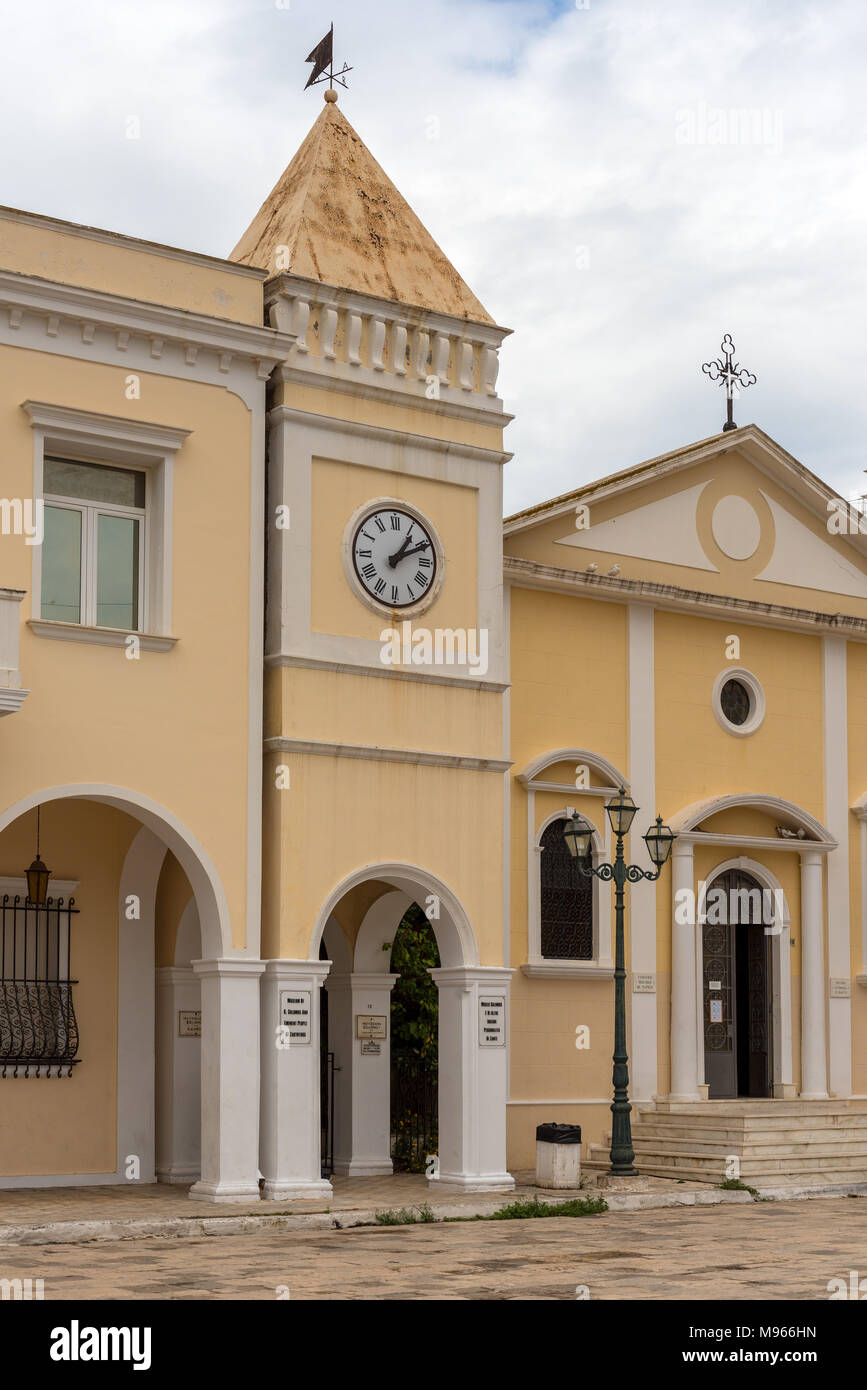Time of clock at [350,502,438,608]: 1:10
